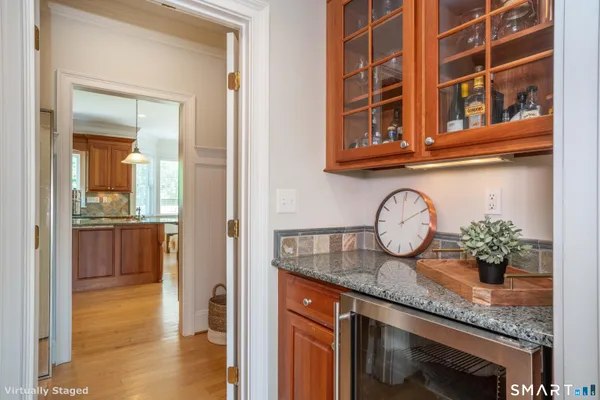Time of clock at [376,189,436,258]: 1:59
